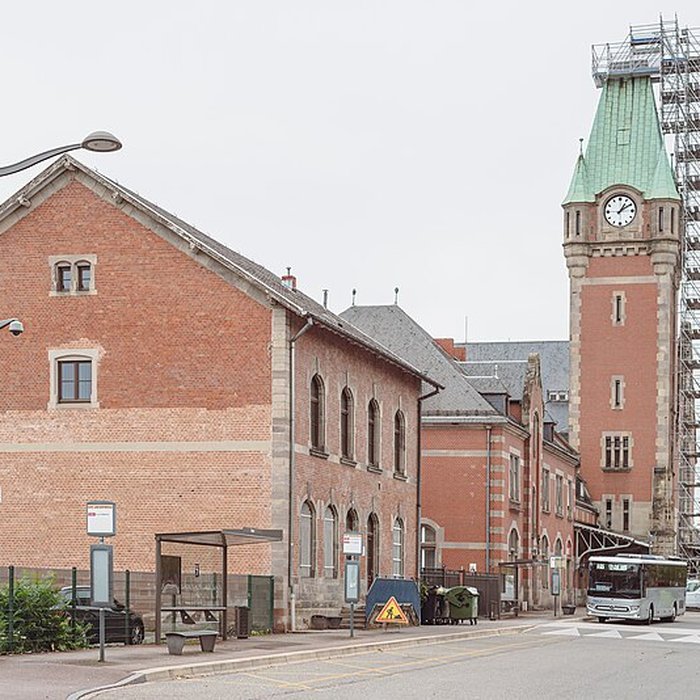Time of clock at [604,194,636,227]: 1:09
